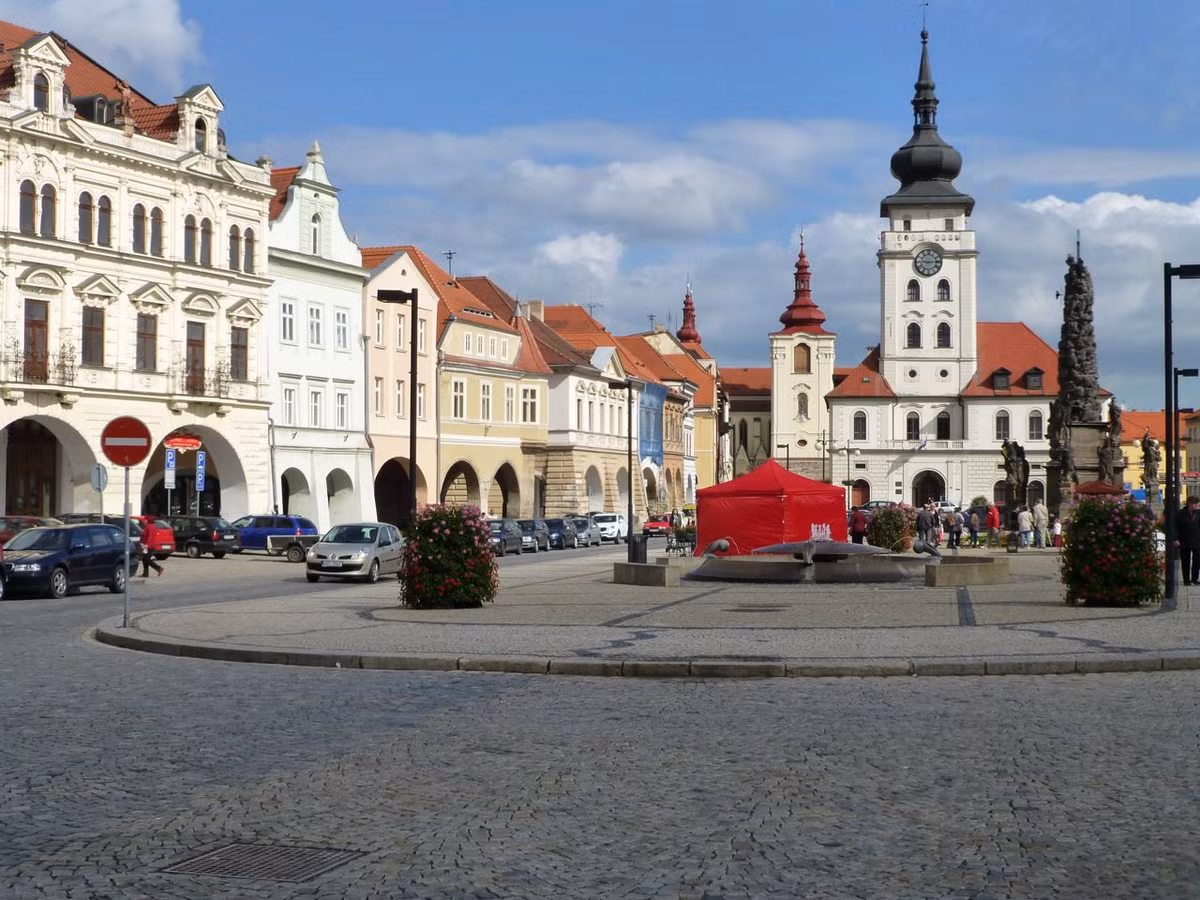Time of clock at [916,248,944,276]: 9:14
